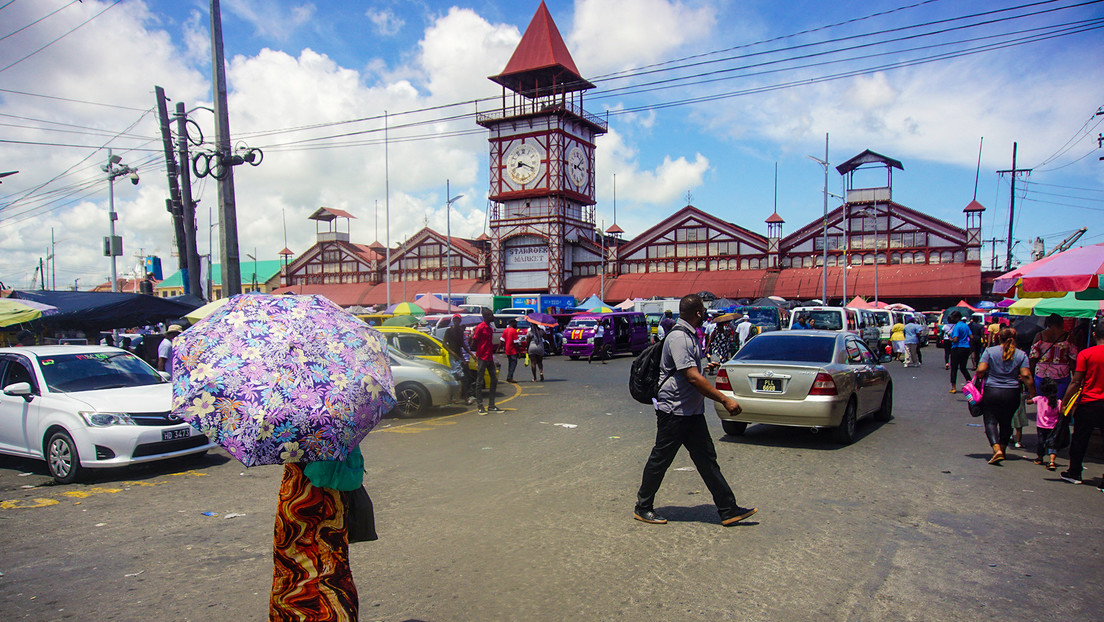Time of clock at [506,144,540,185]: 8:18
